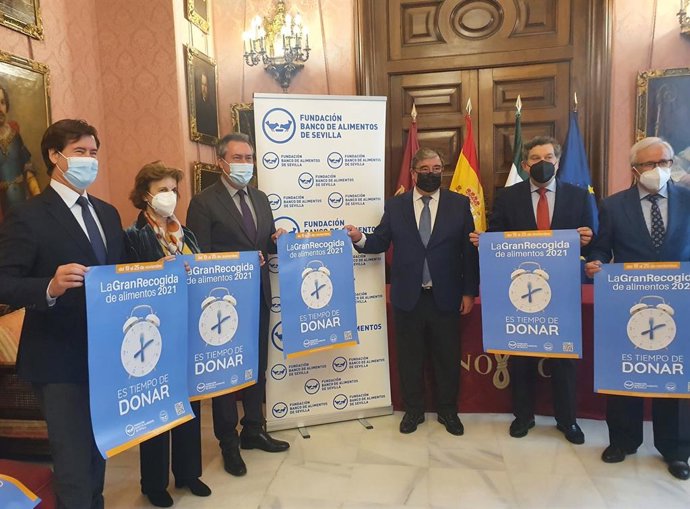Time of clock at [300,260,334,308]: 6:11
